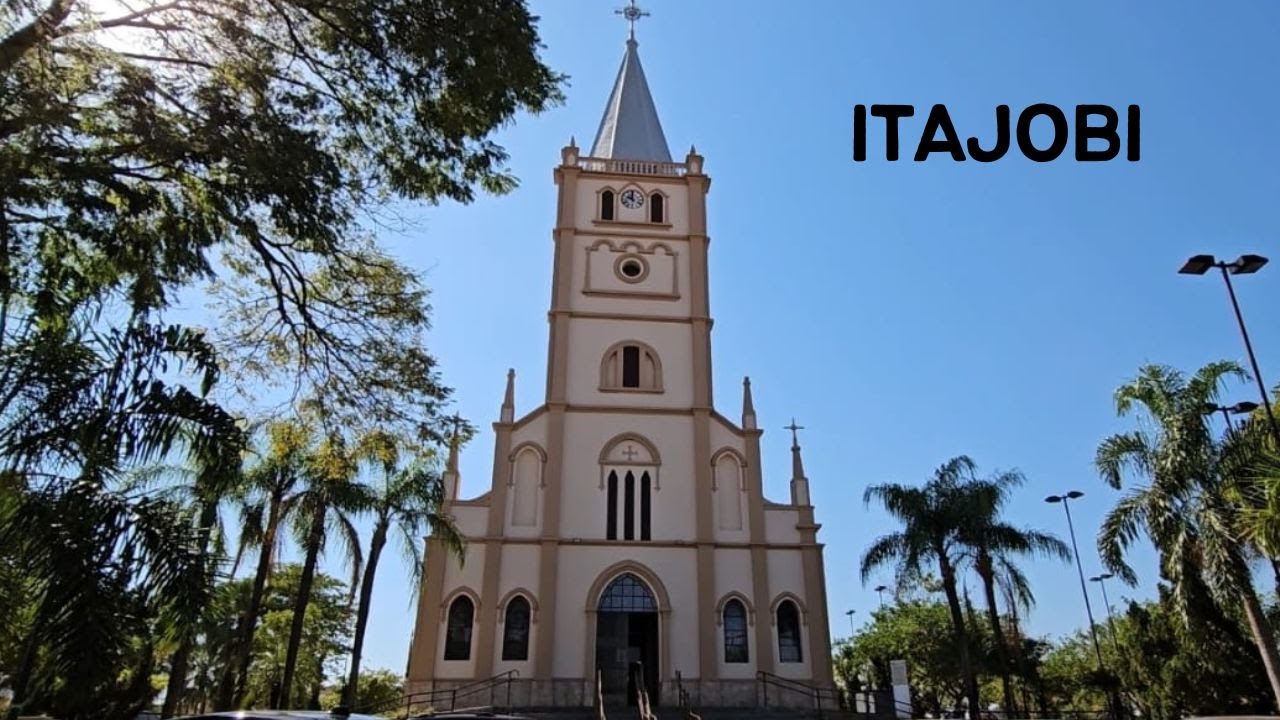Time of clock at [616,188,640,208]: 9:59
